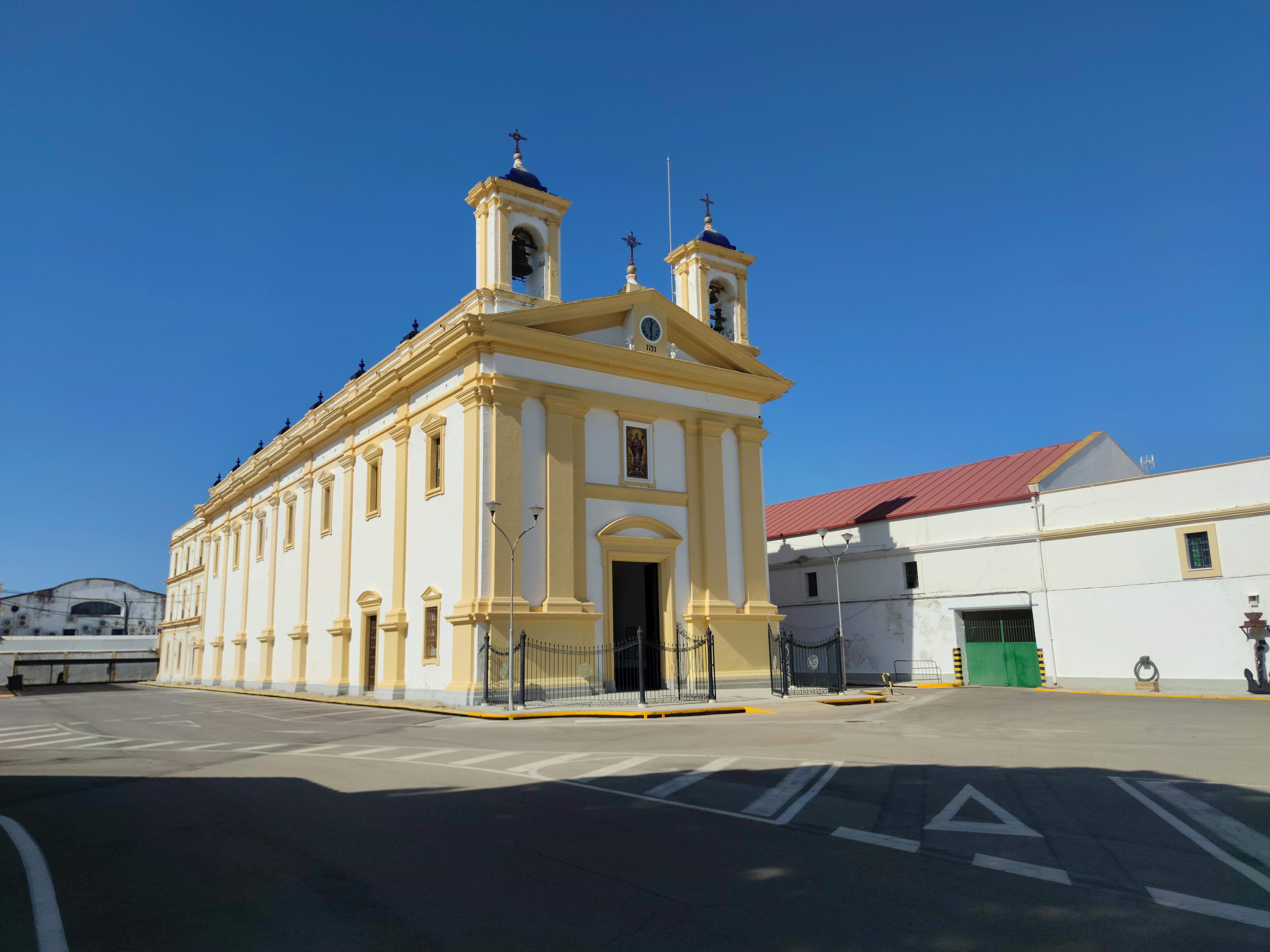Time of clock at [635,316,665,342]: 12:29
